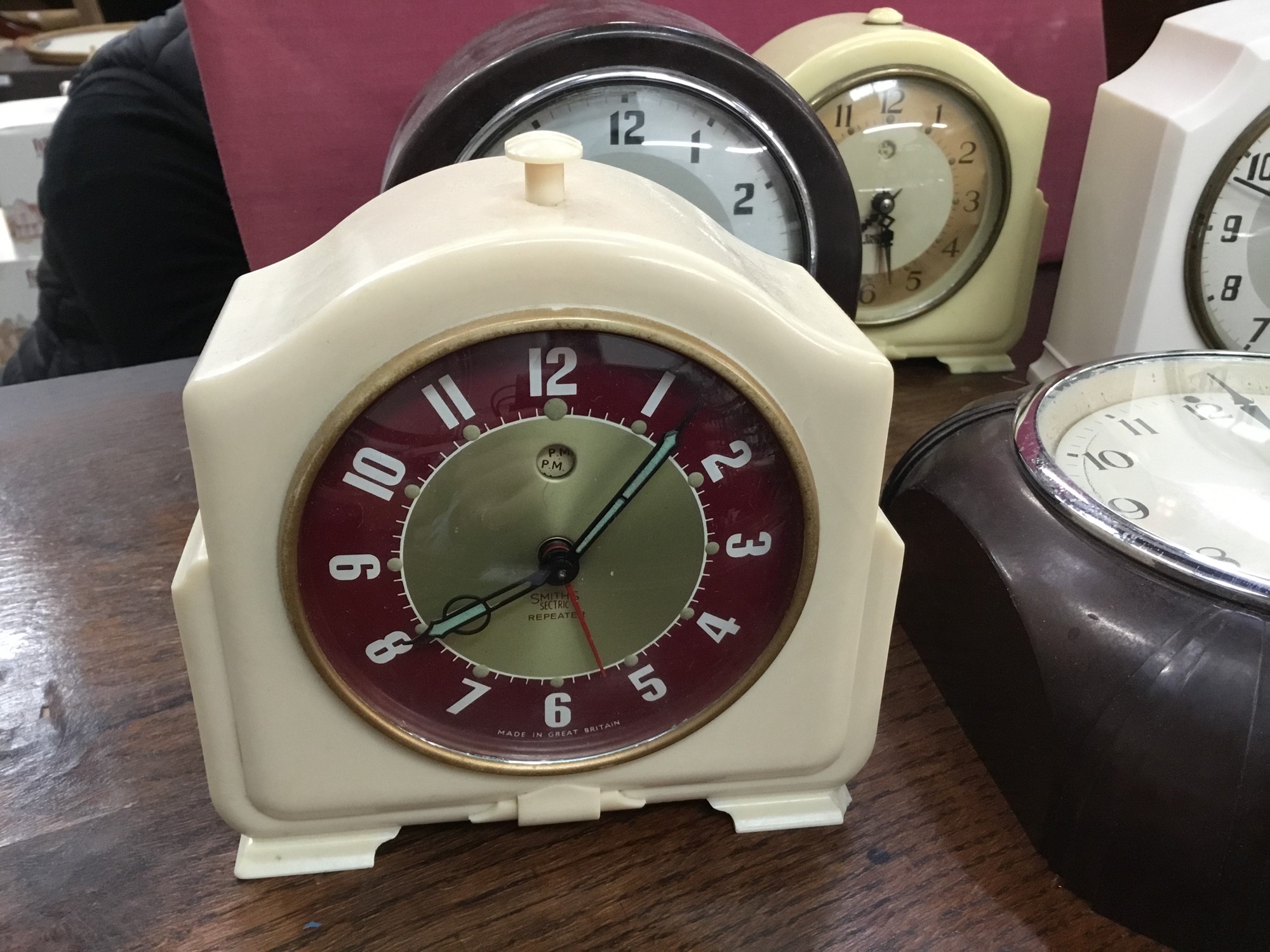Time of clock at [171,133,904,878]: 8:06
